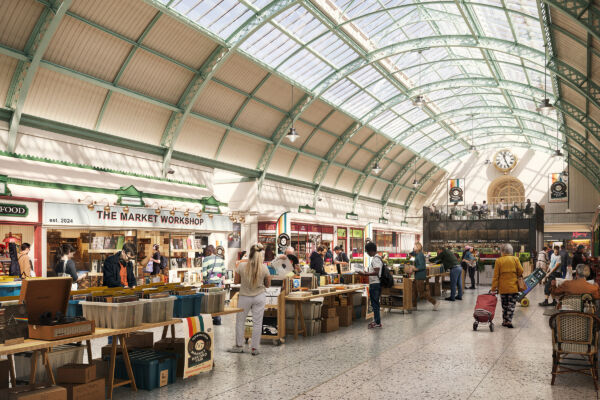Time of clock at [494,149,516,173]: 11:25
